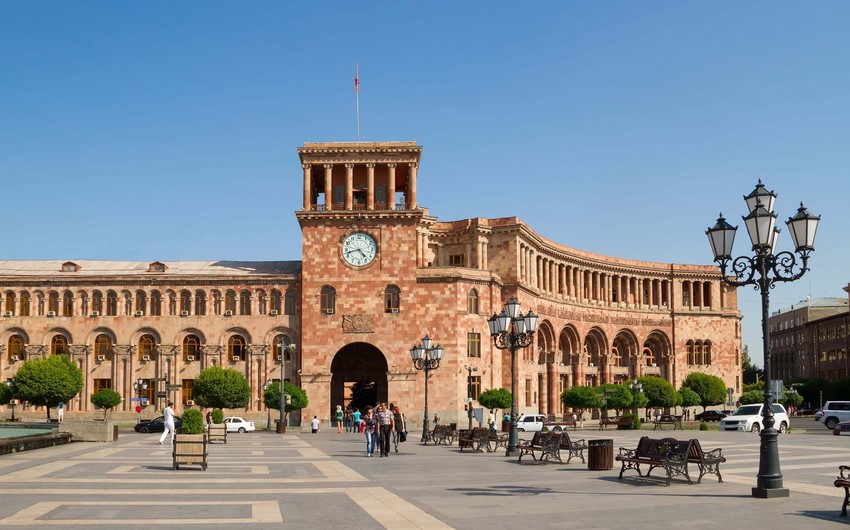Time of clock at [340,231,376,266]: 4:42
